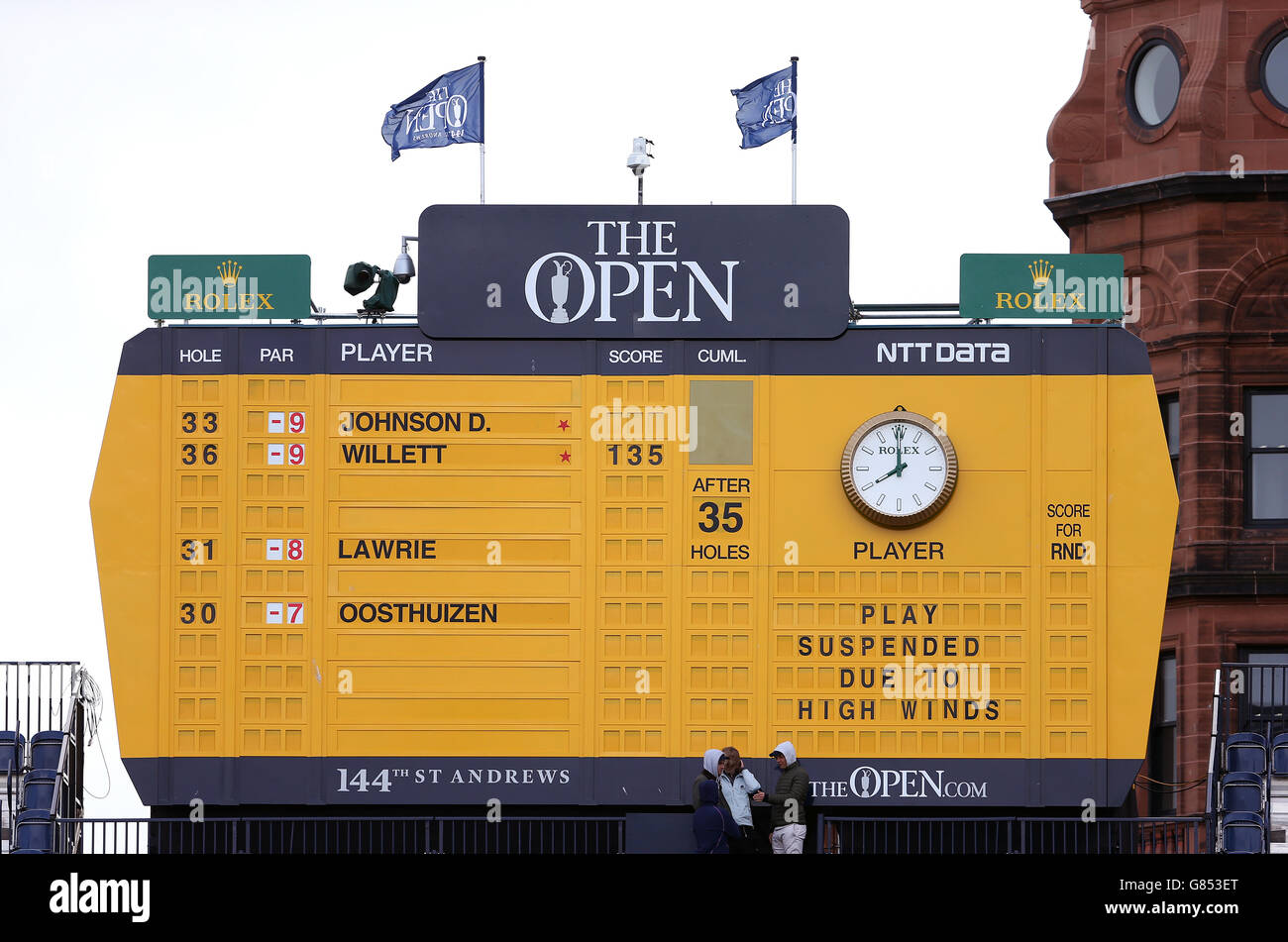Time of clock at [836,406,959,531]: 7:59
